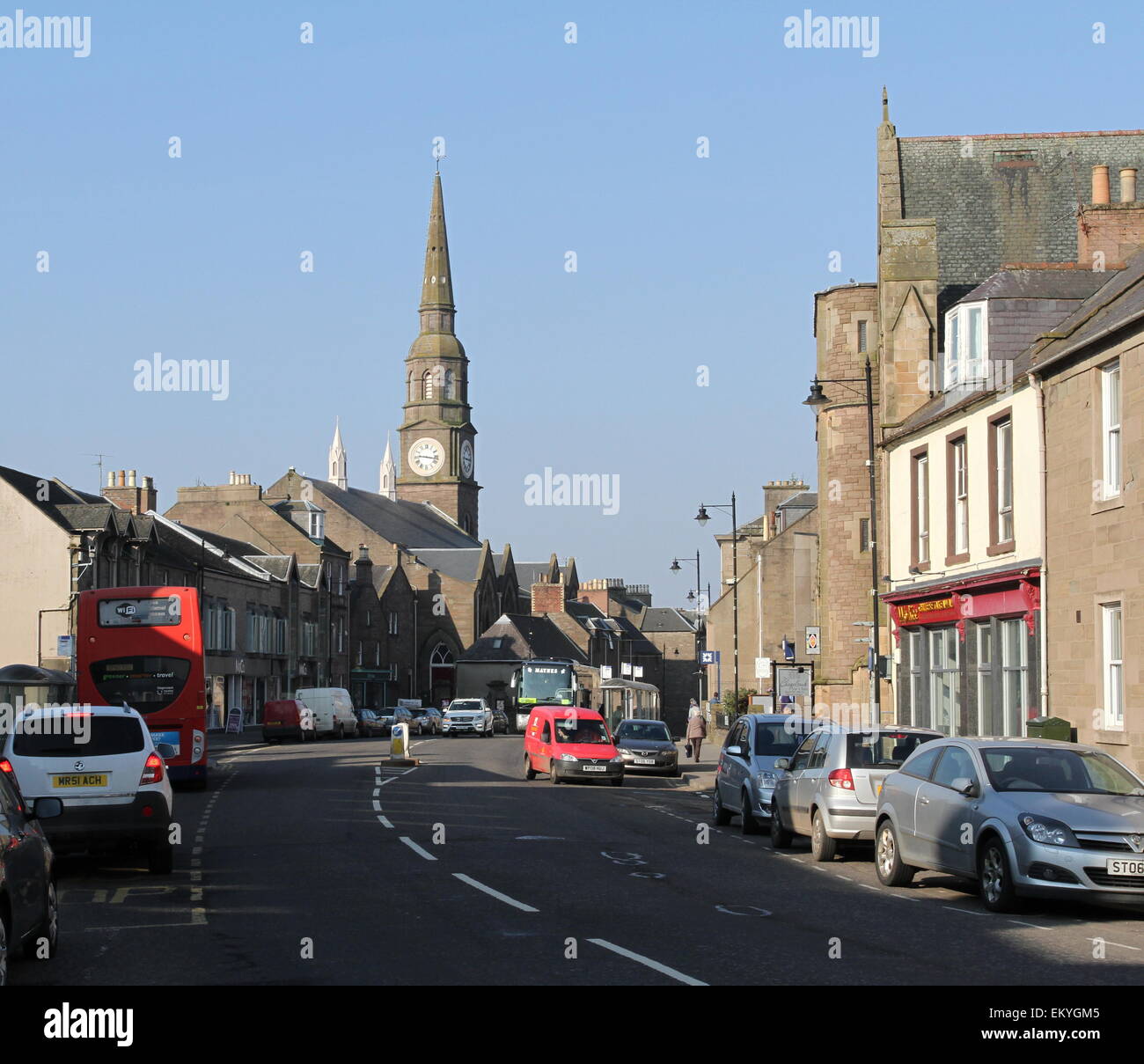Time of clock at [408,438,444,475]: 9:16
